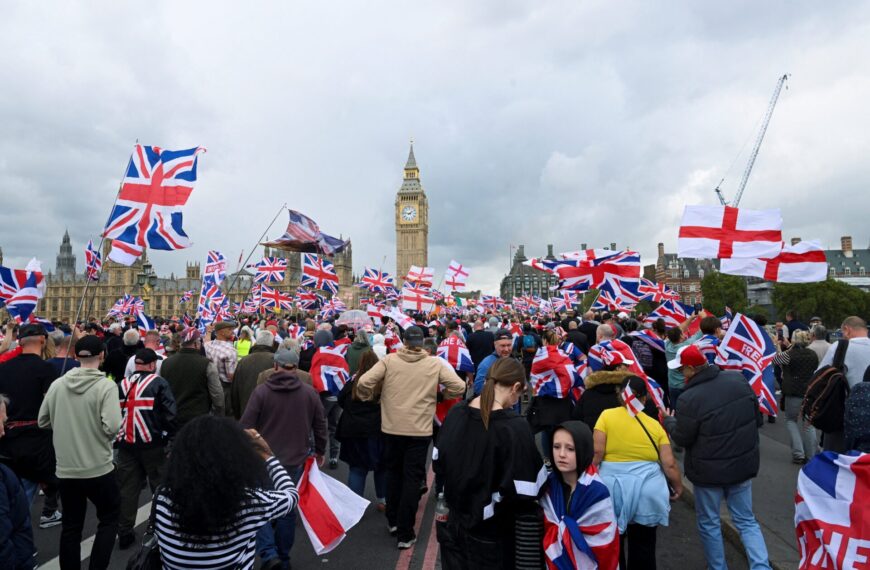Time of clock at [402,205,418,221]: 1:46
